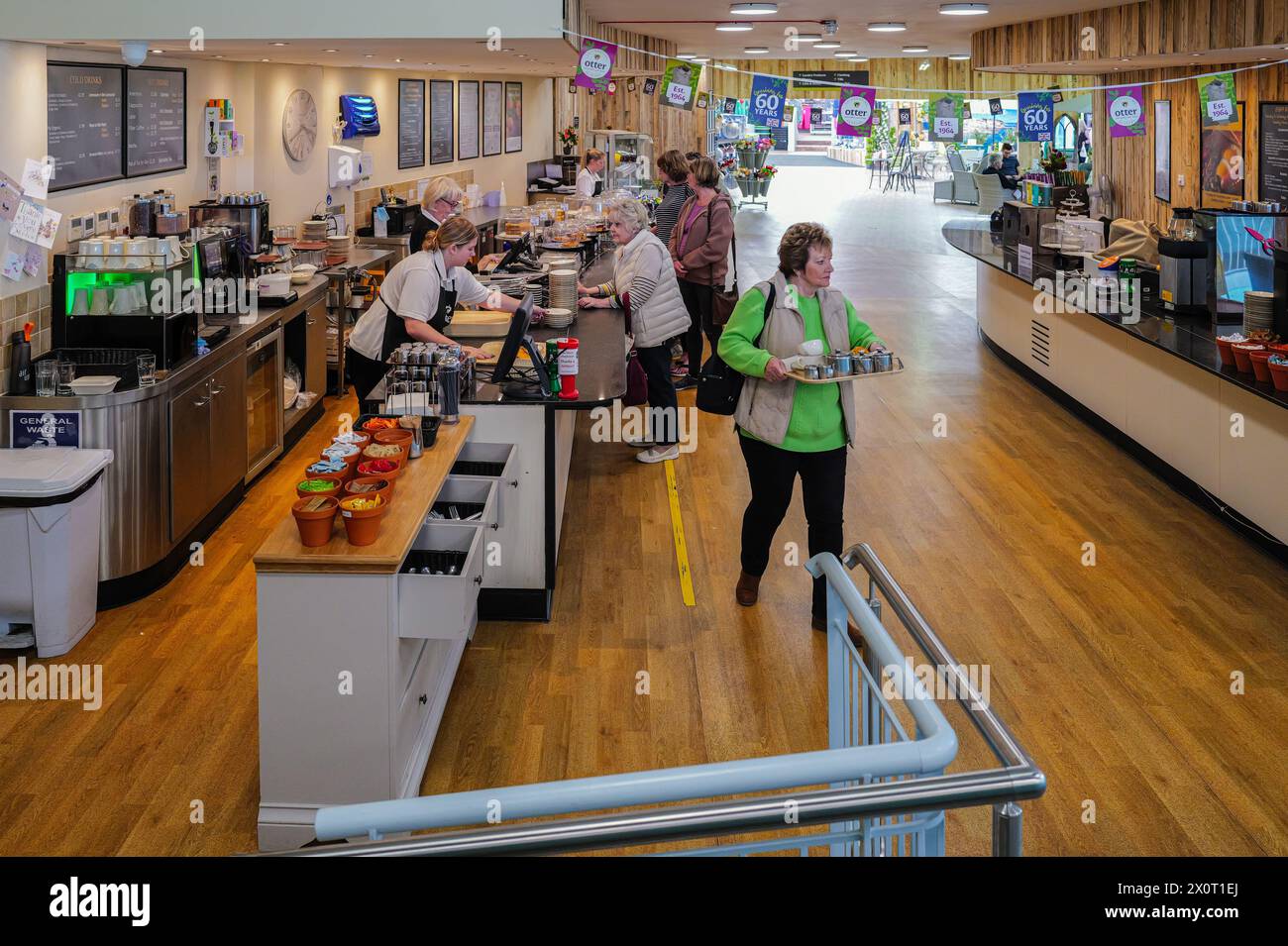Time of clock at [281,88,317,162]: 3:40
